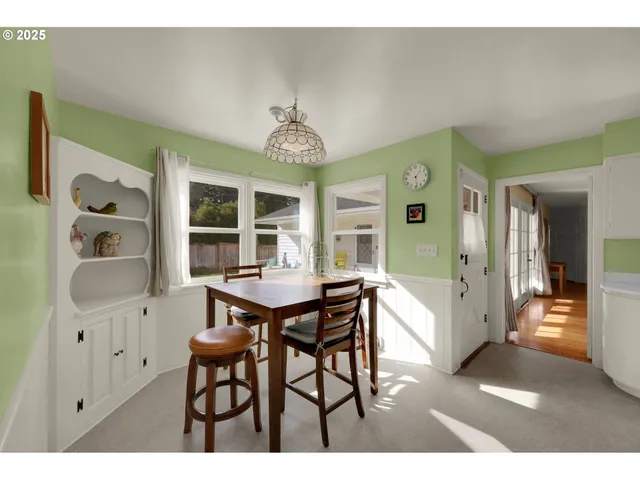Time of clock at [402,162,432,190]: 1:28
